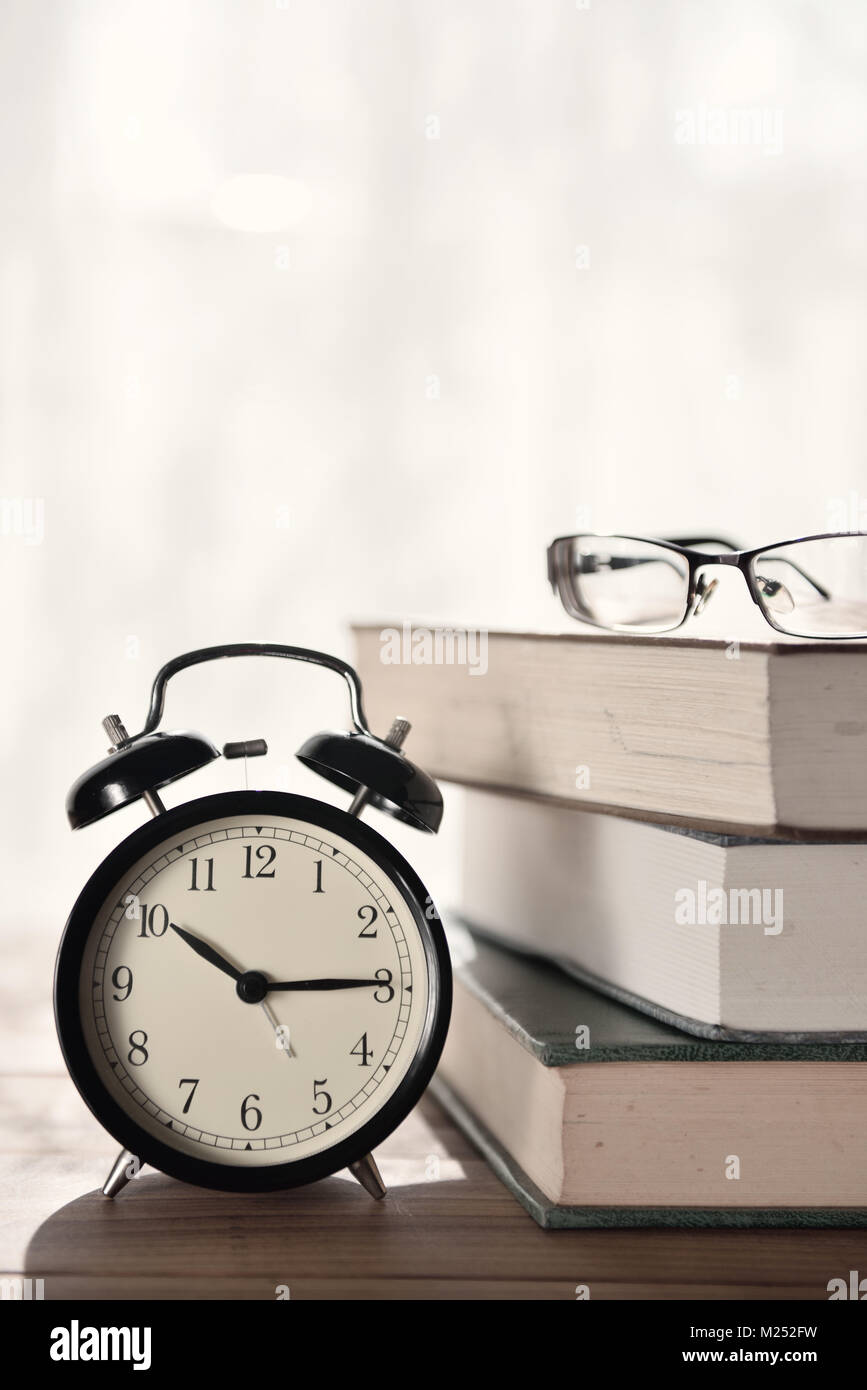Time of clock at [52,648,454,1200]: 10:14
